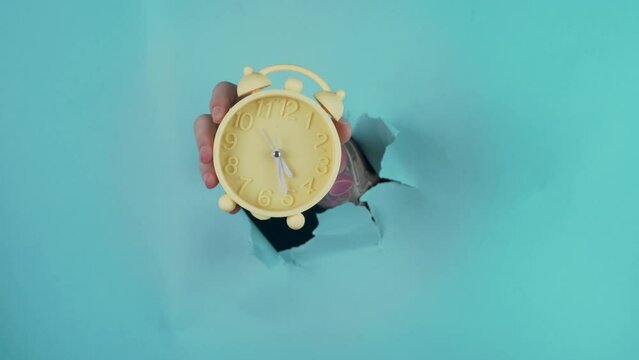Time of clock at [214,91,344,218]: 4:25
